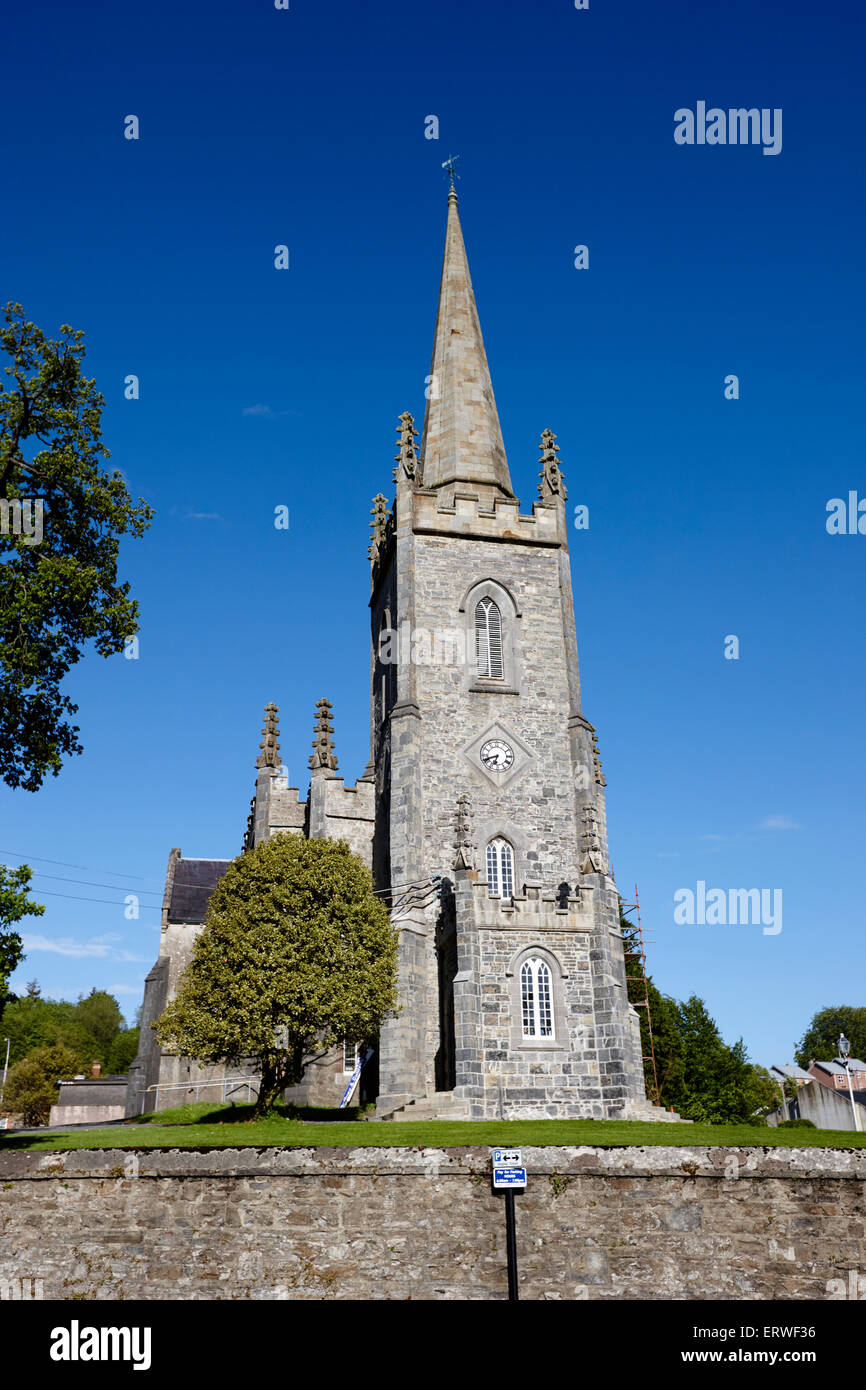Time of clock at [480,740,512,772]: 6:41
